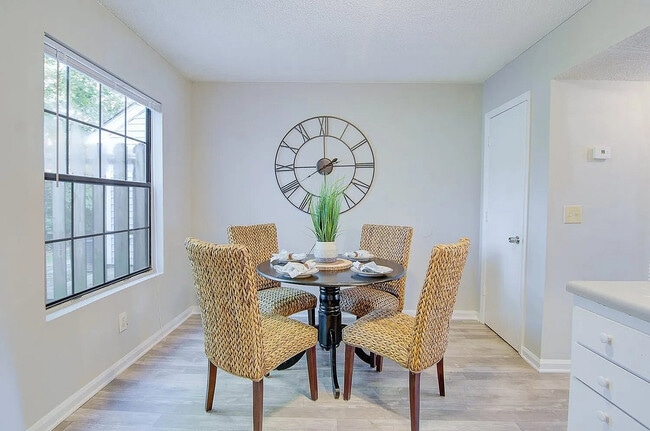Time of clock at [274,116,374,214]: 2:00
